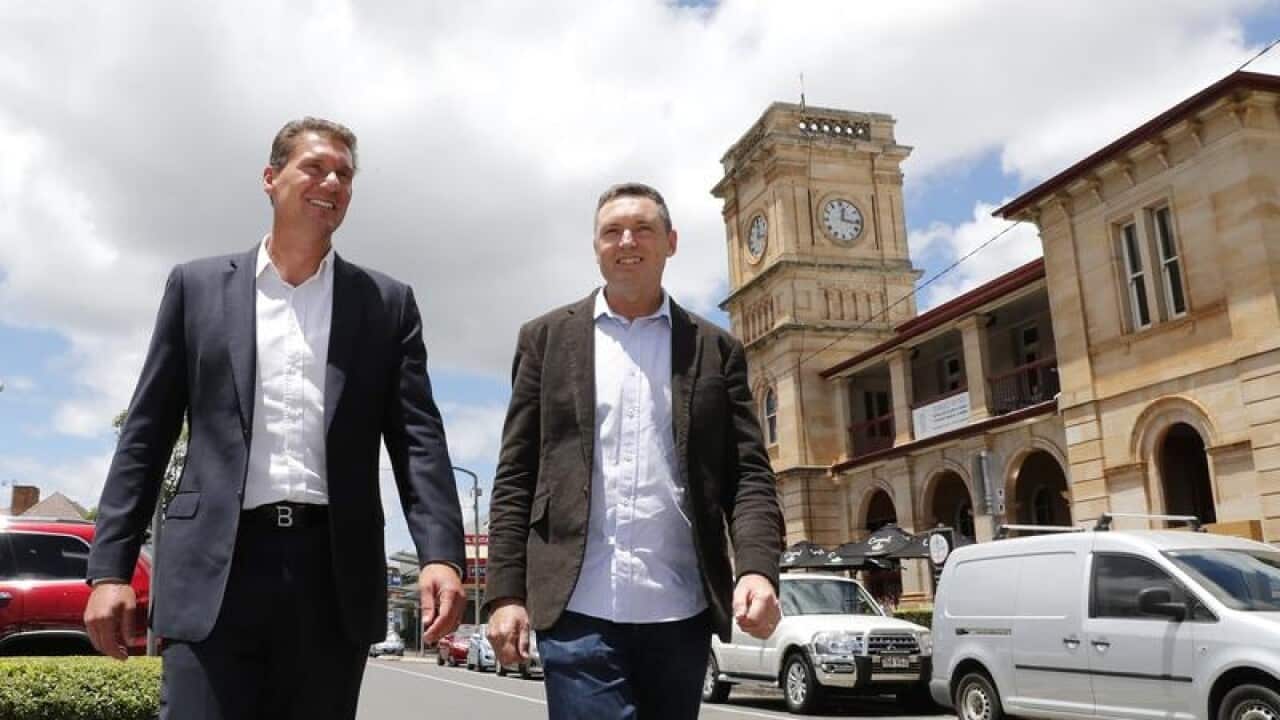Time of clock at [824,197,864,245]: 12:16
